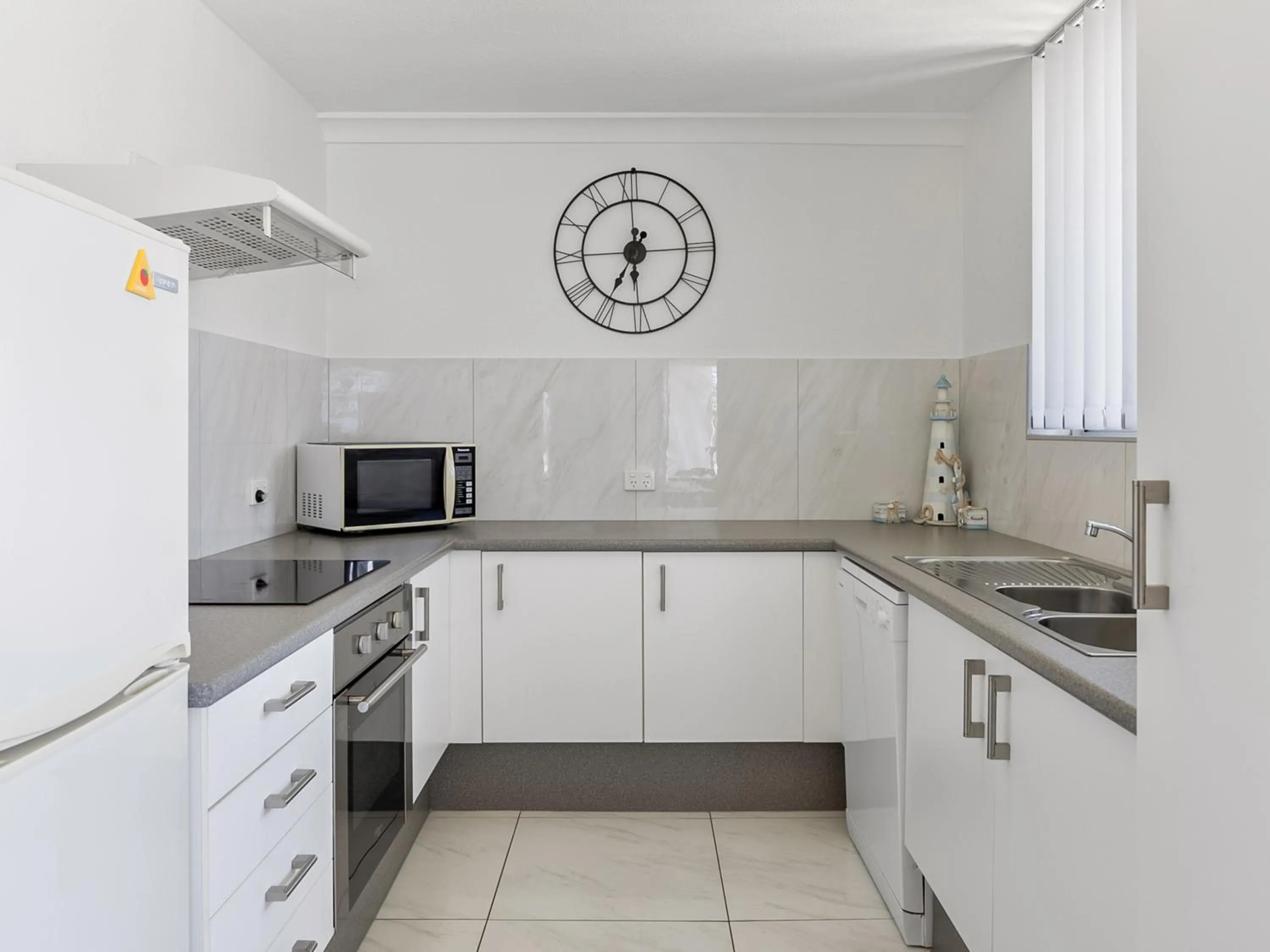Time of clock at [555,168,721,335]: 6:35
